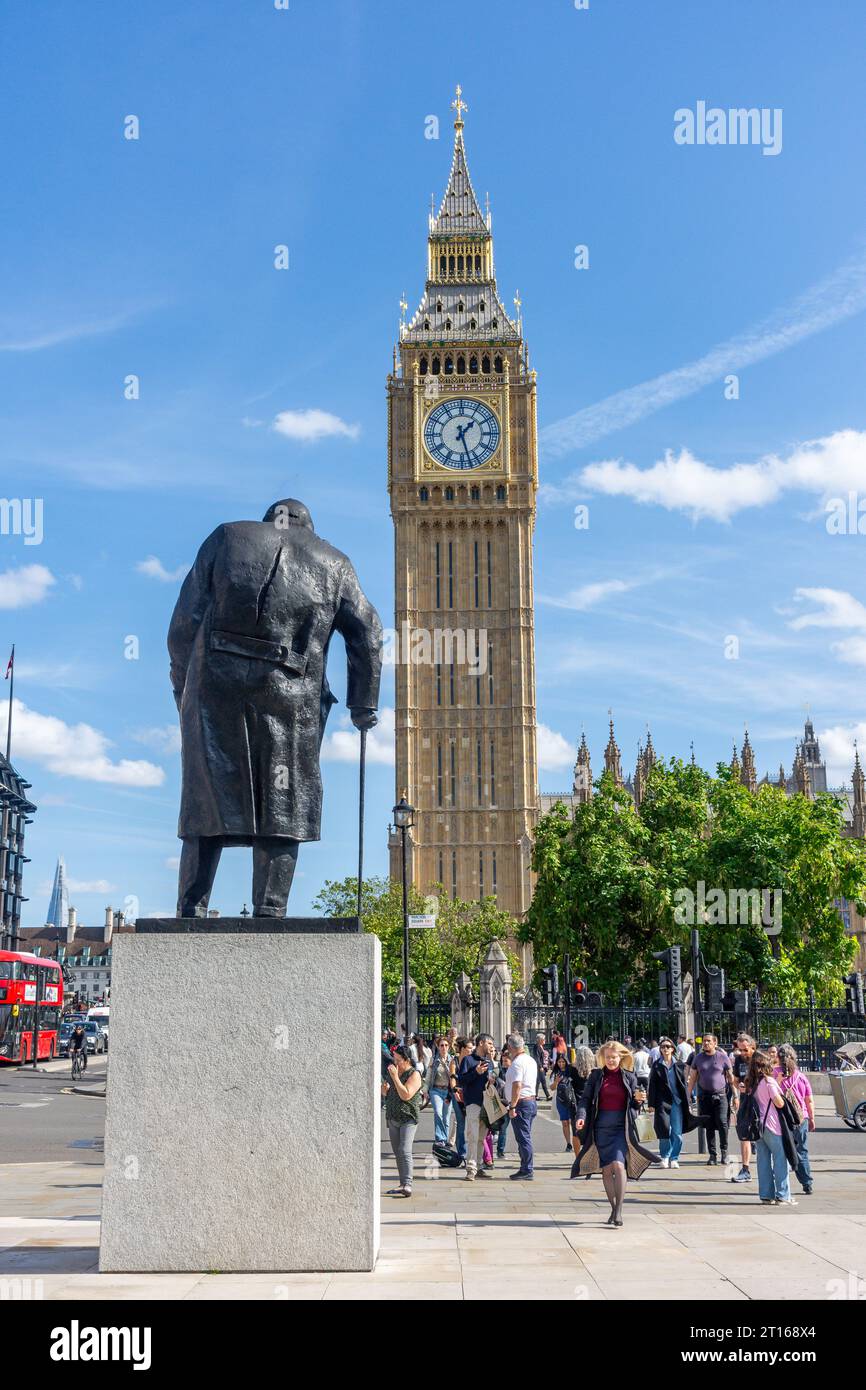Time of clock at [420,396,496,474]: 1:27
